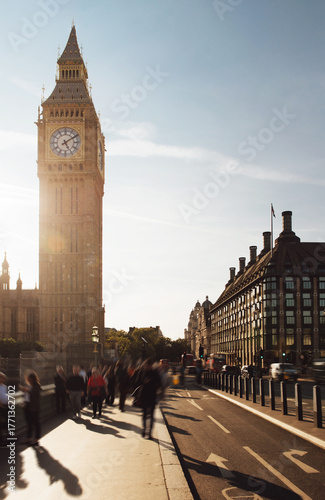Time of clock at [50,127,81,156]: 5:09
